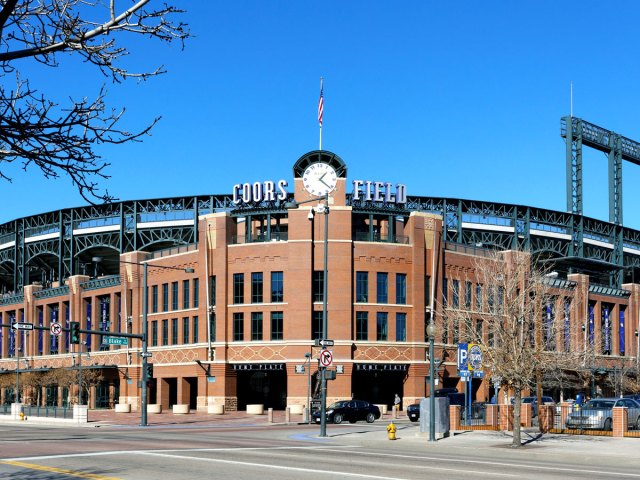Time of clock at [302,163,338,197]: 1:21
